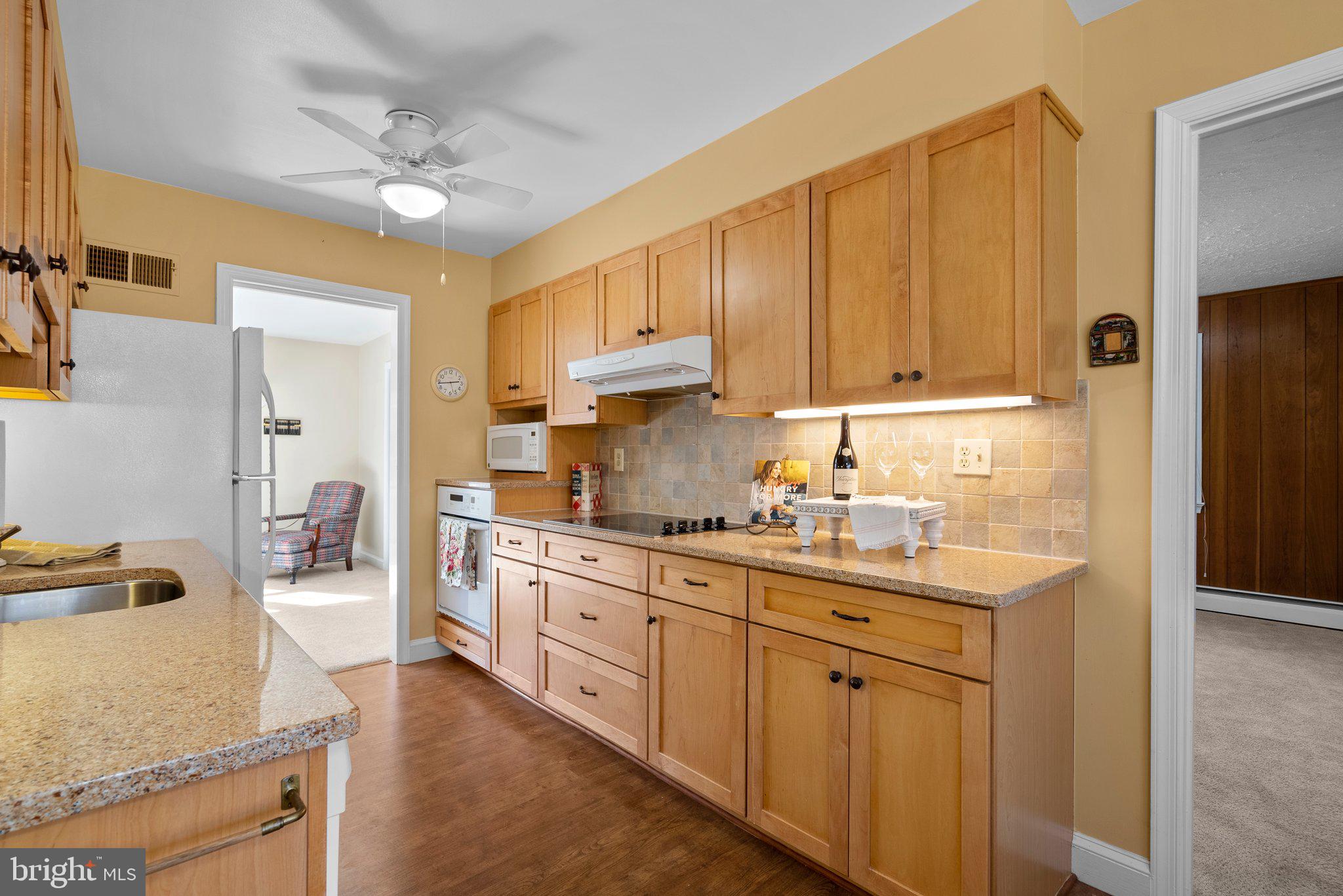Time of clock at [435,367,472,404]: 2:43
